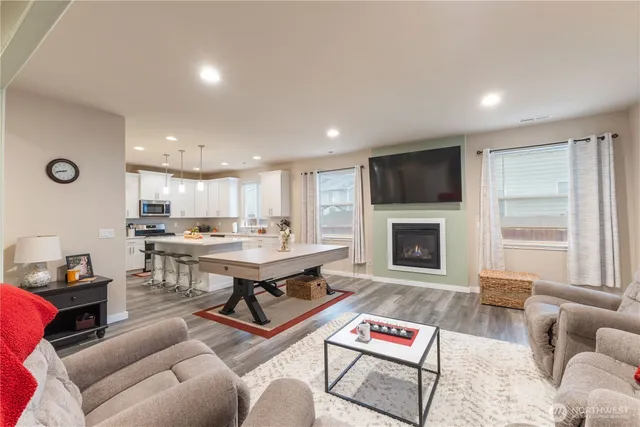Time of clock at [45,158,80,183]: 8:42
